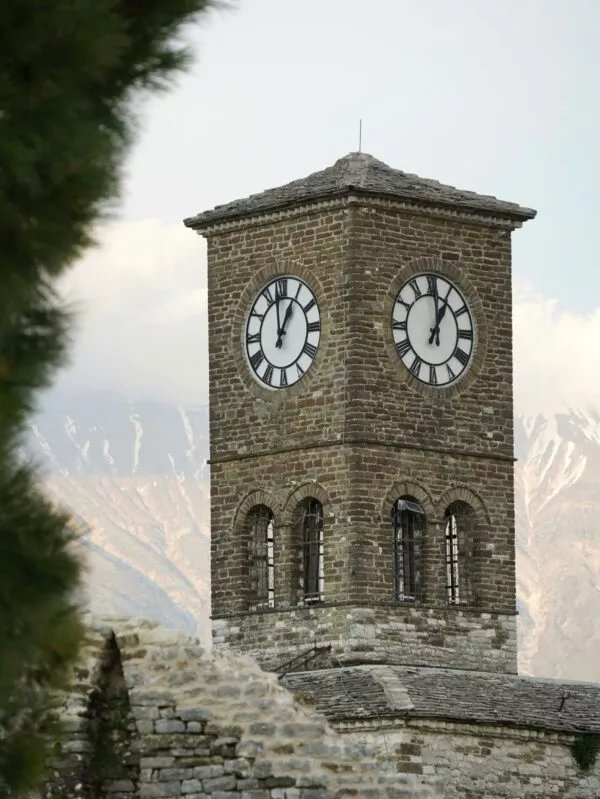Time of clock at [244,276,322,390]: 12:58
